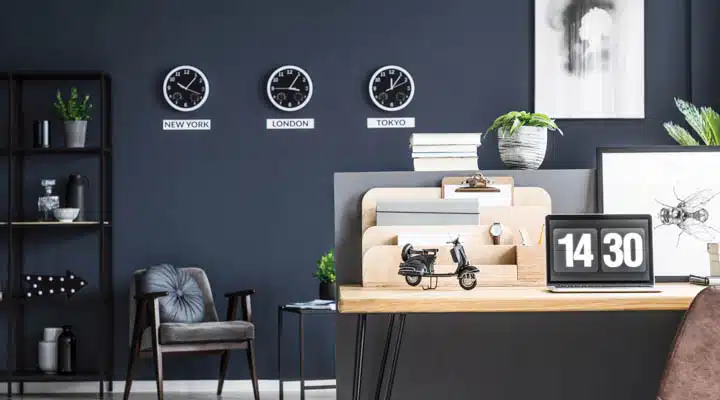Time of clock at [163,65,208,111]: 1:18
